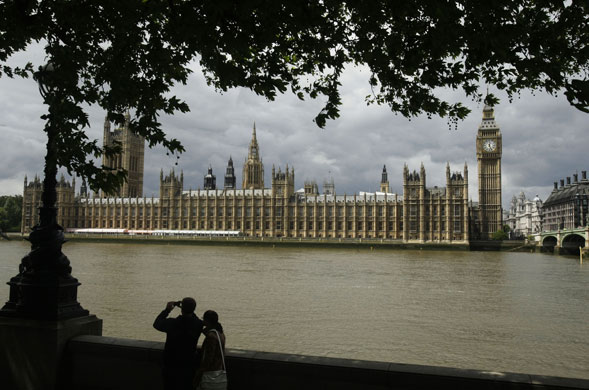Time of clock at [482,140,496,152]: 12:26
